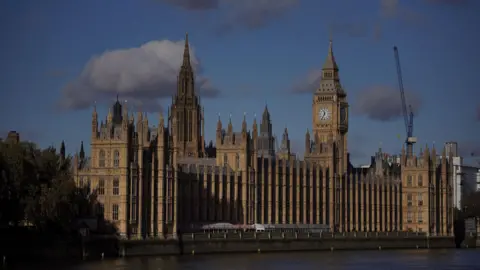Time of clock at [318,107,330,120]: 11:34
